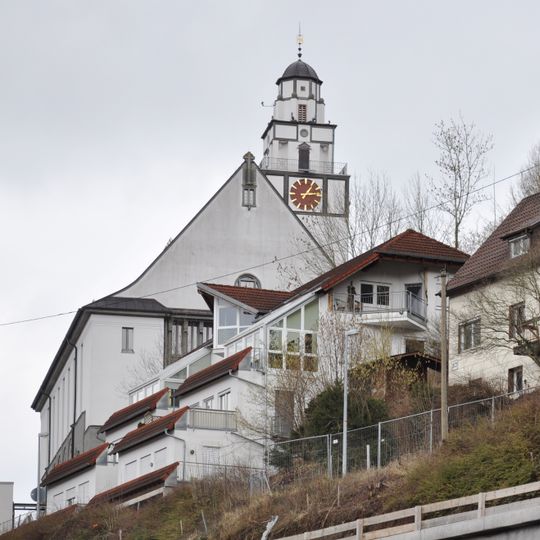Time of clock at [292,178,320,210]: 1:13
